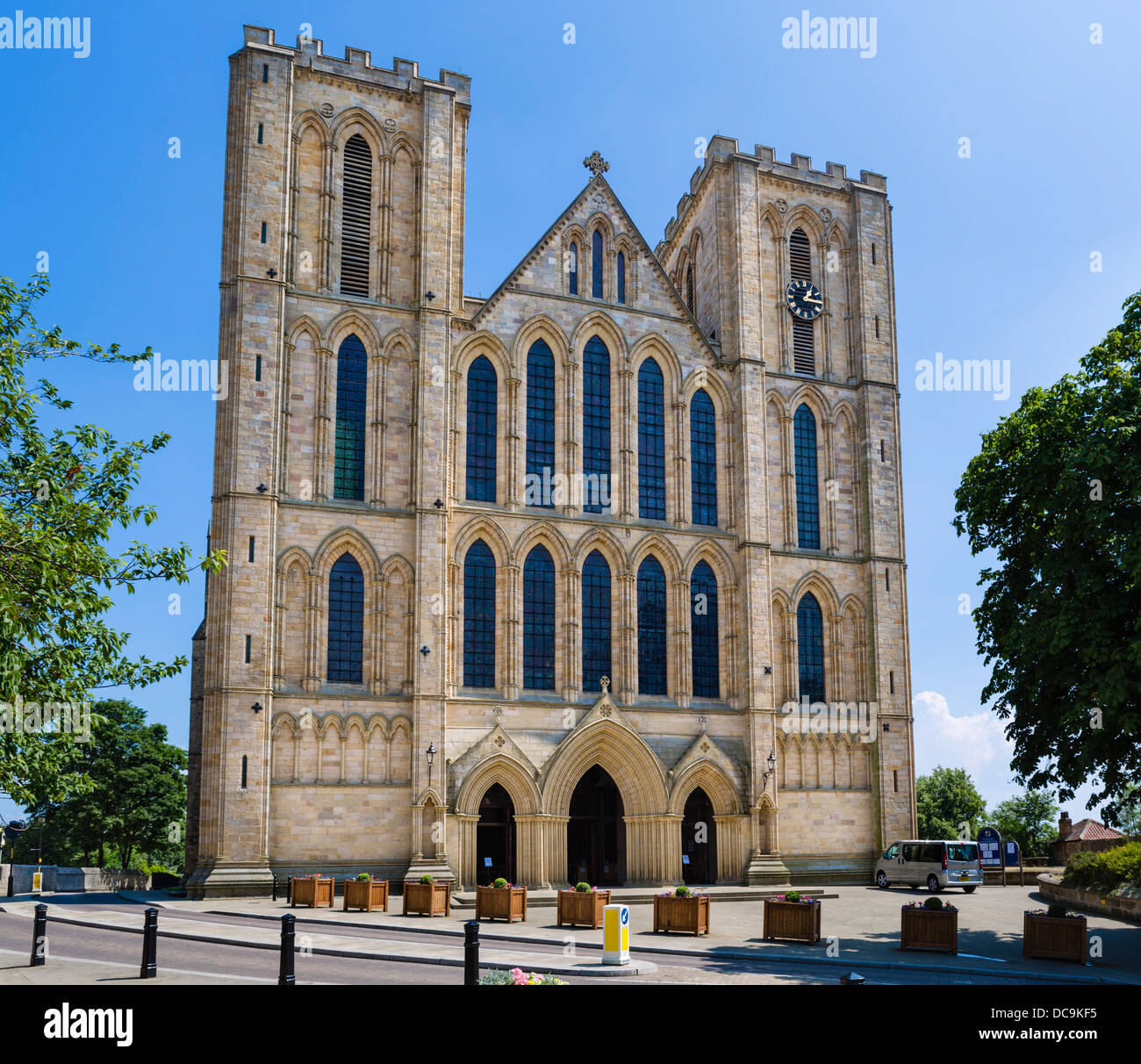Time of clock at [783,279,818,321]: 1:16
